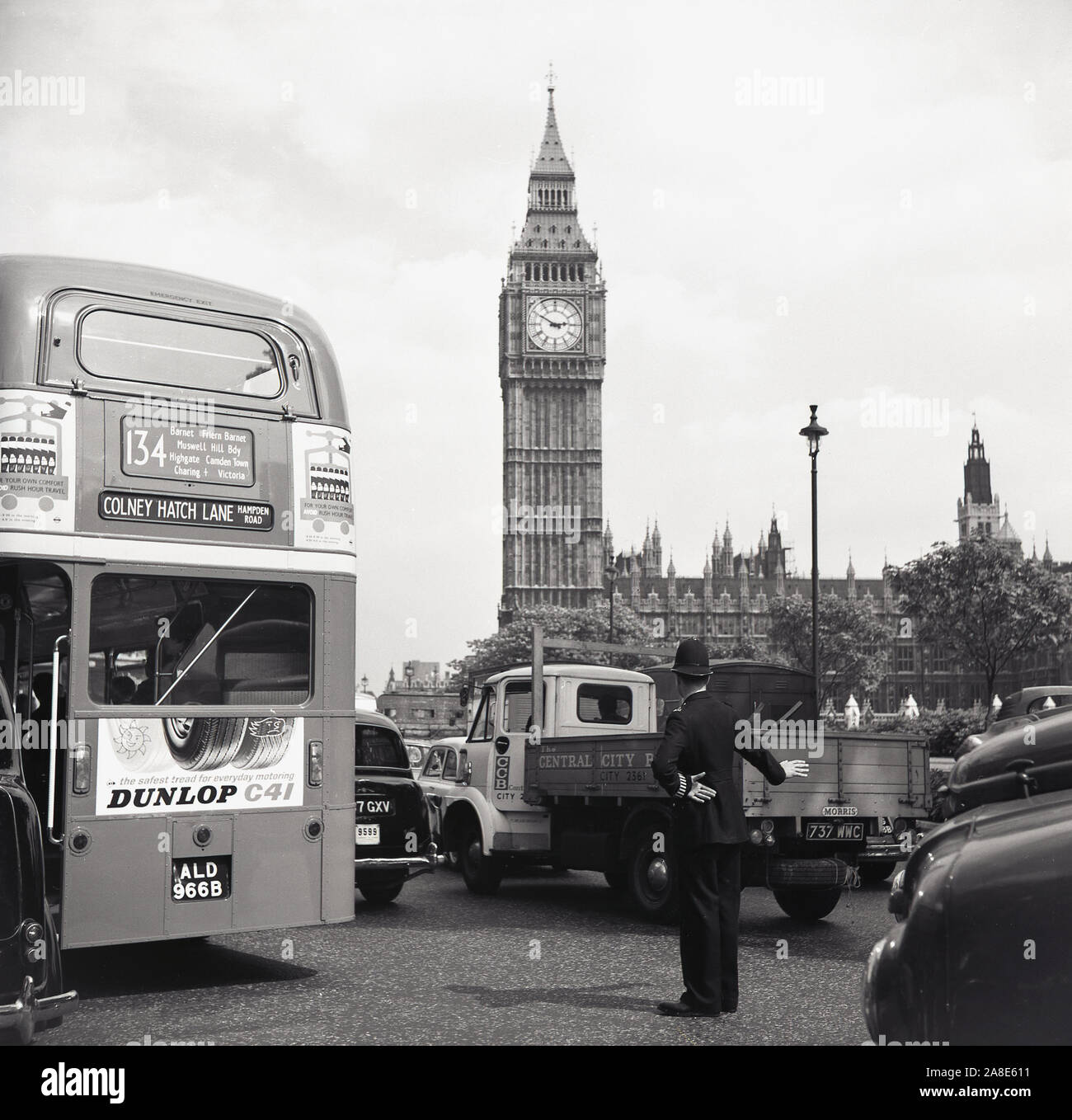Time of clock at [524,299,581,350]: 2:50
